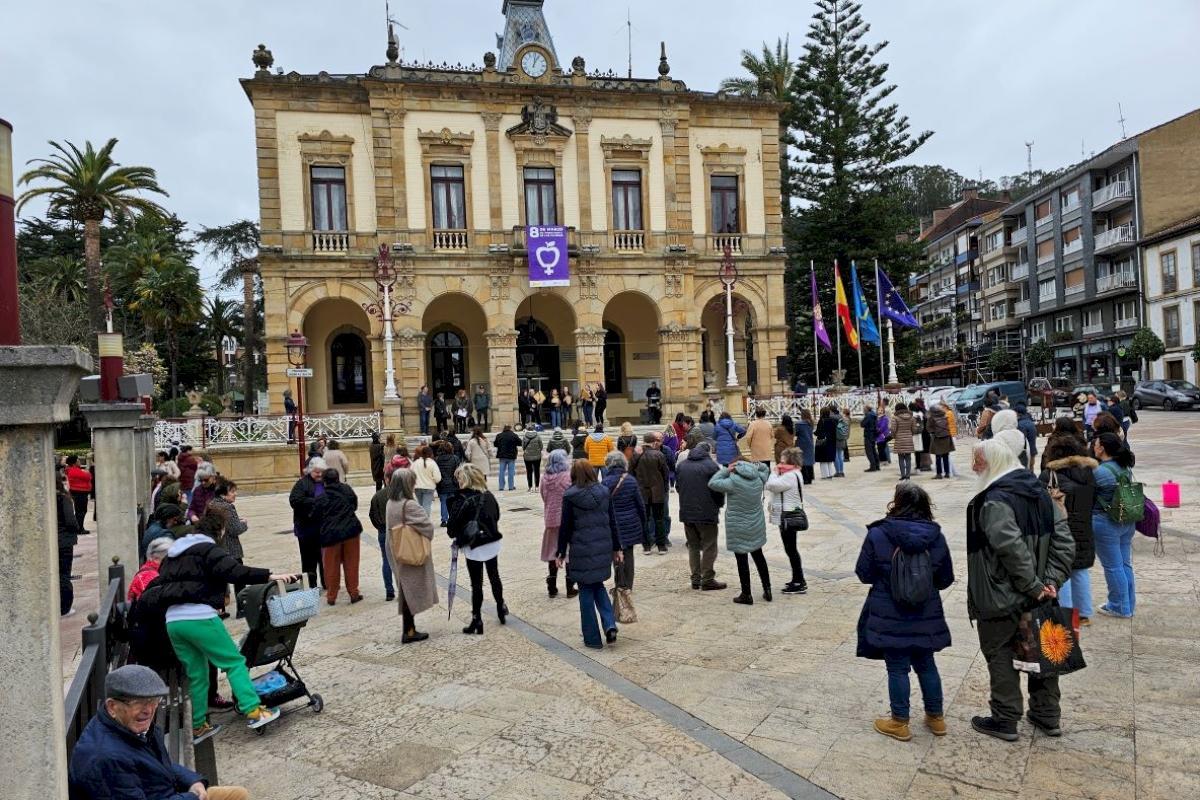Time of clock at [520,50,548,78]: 12:04
